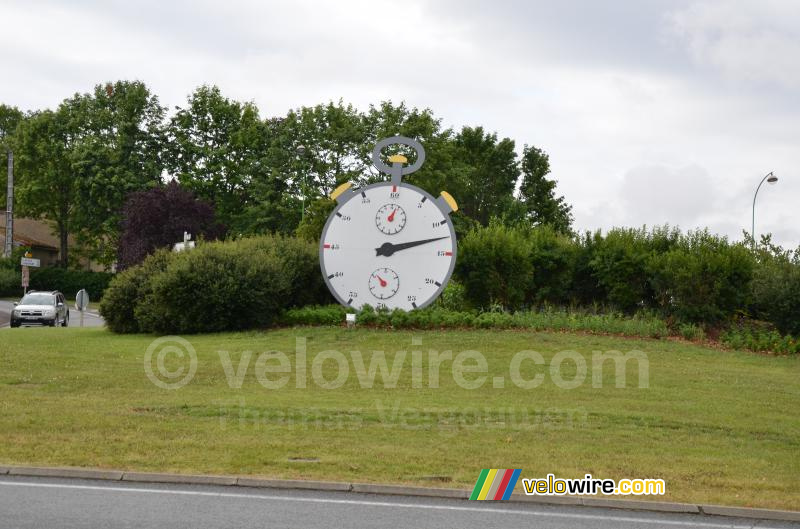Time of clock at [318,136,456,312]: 2:12
